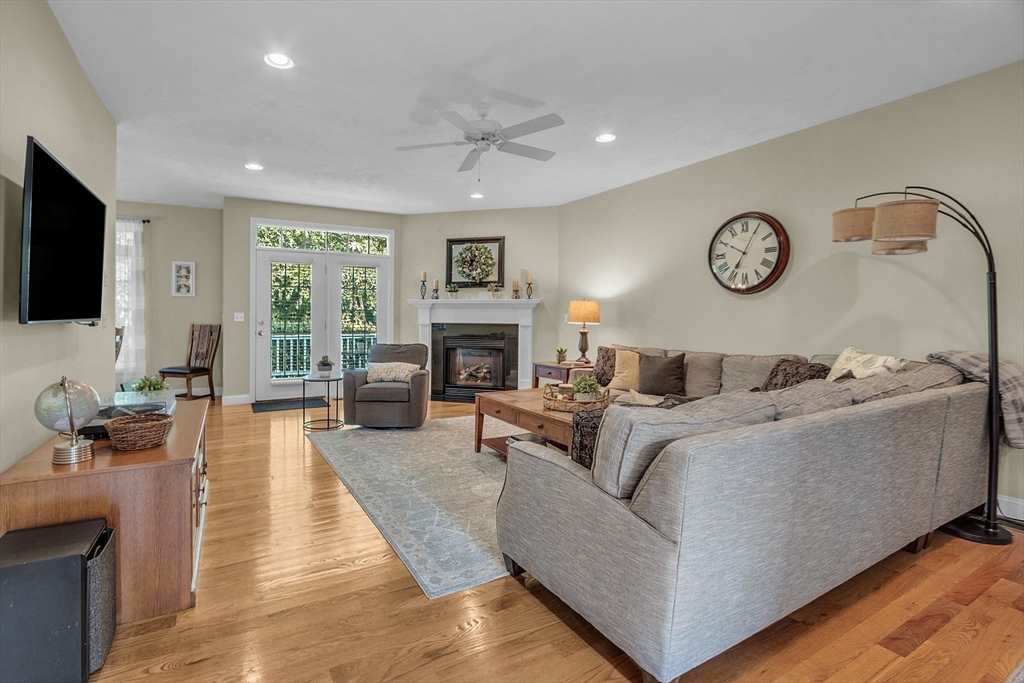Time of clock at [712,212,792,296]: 7:04
